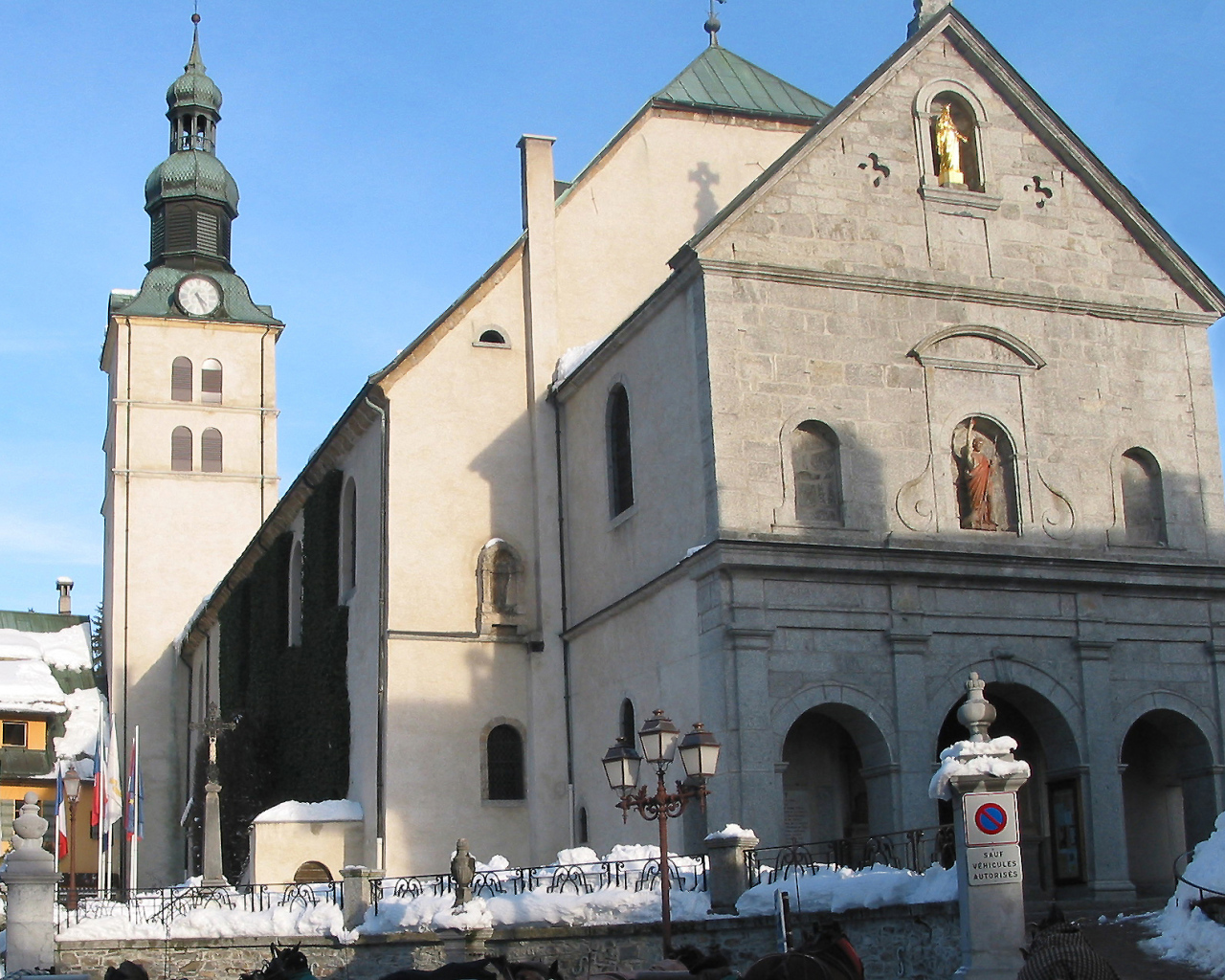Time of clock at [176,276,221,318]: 4:25
